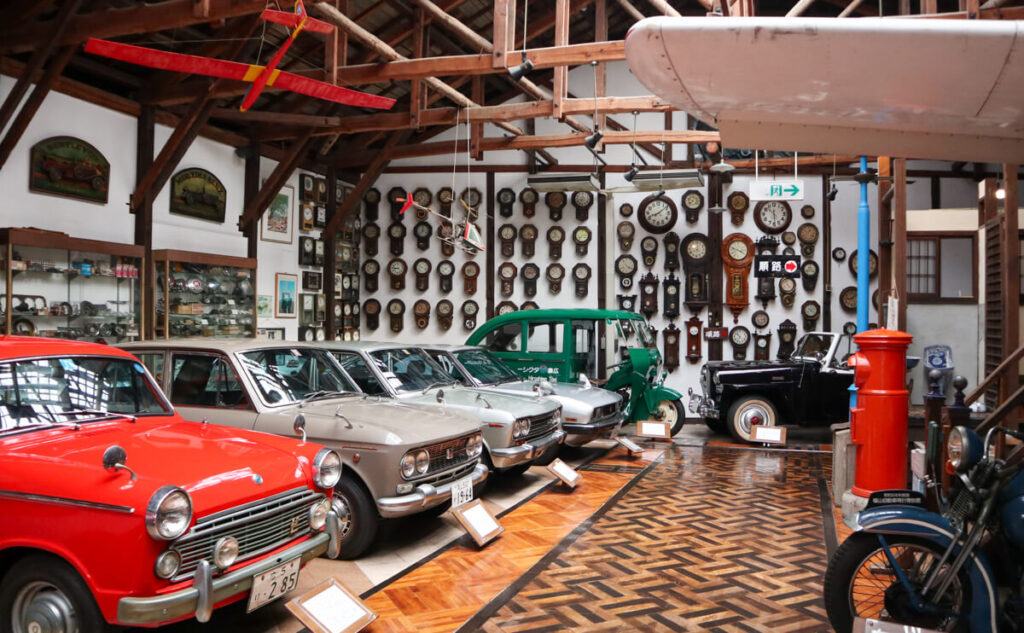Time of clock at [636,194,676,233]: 8:08
